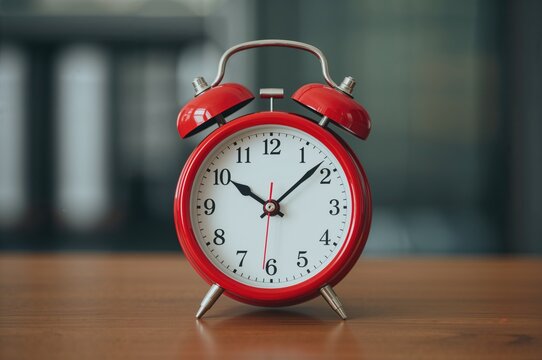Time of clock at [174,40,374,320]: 10:08
